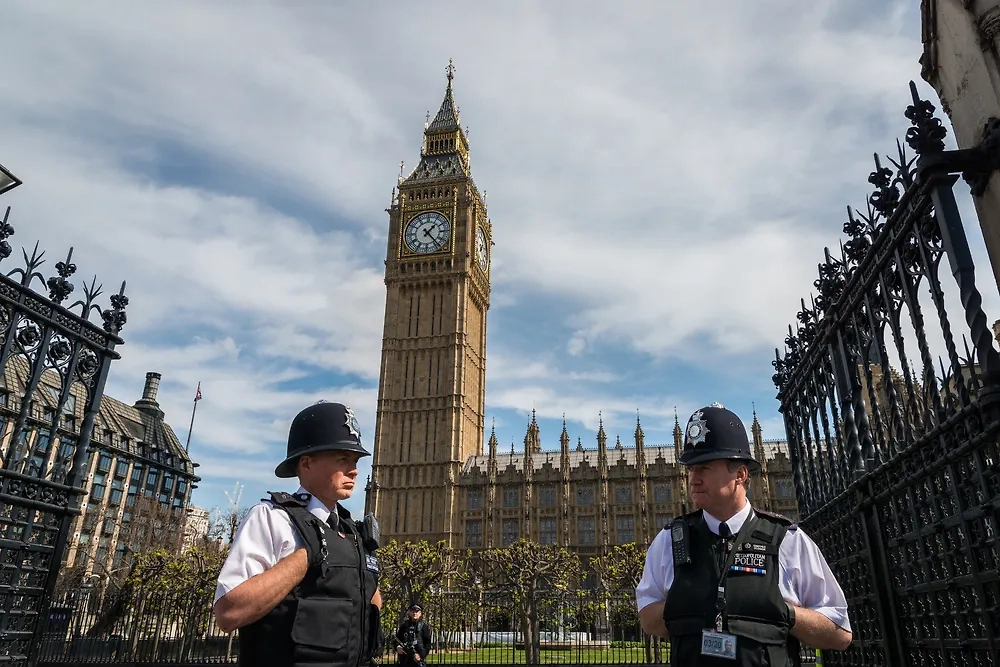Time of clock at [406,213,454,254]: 1:23
